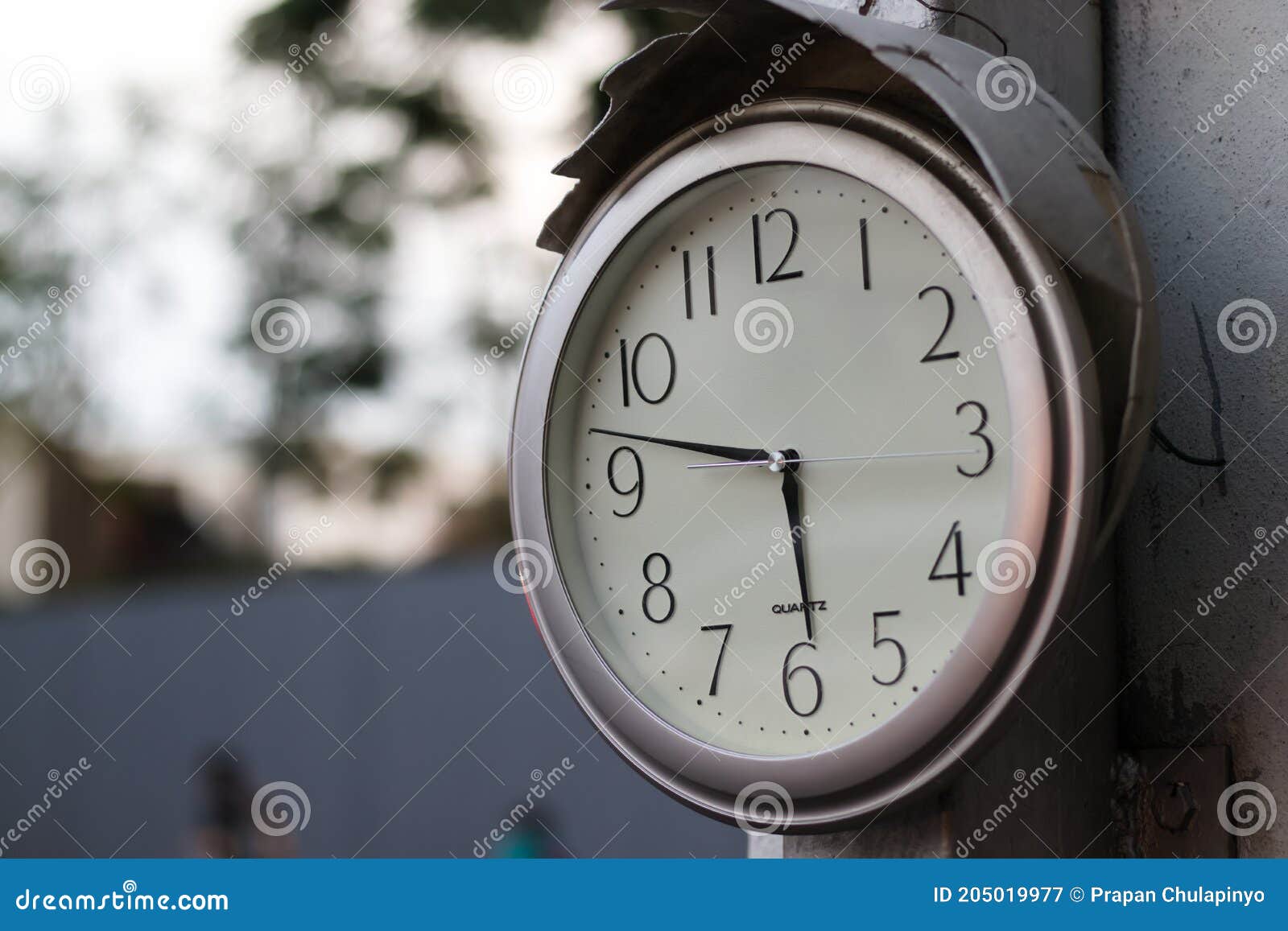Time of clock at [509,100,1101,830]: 5:47
